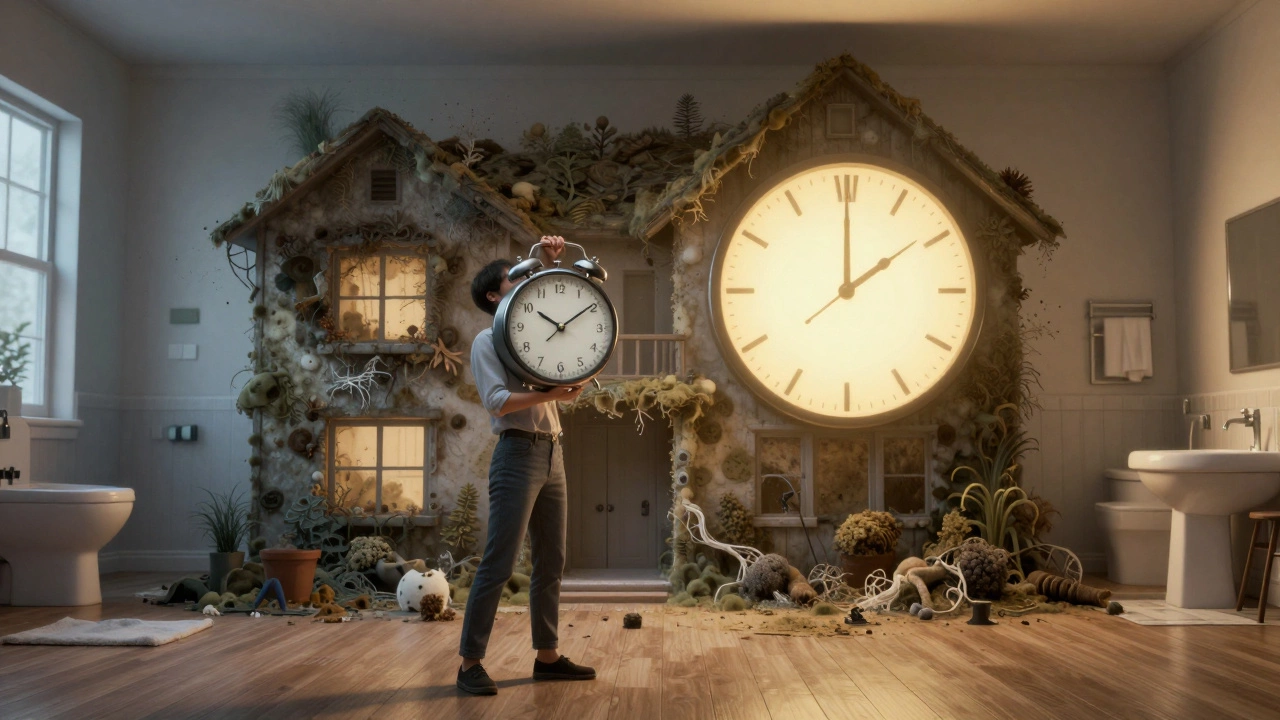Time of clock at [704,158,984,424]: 2:00
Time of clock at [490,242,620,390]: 10:09
